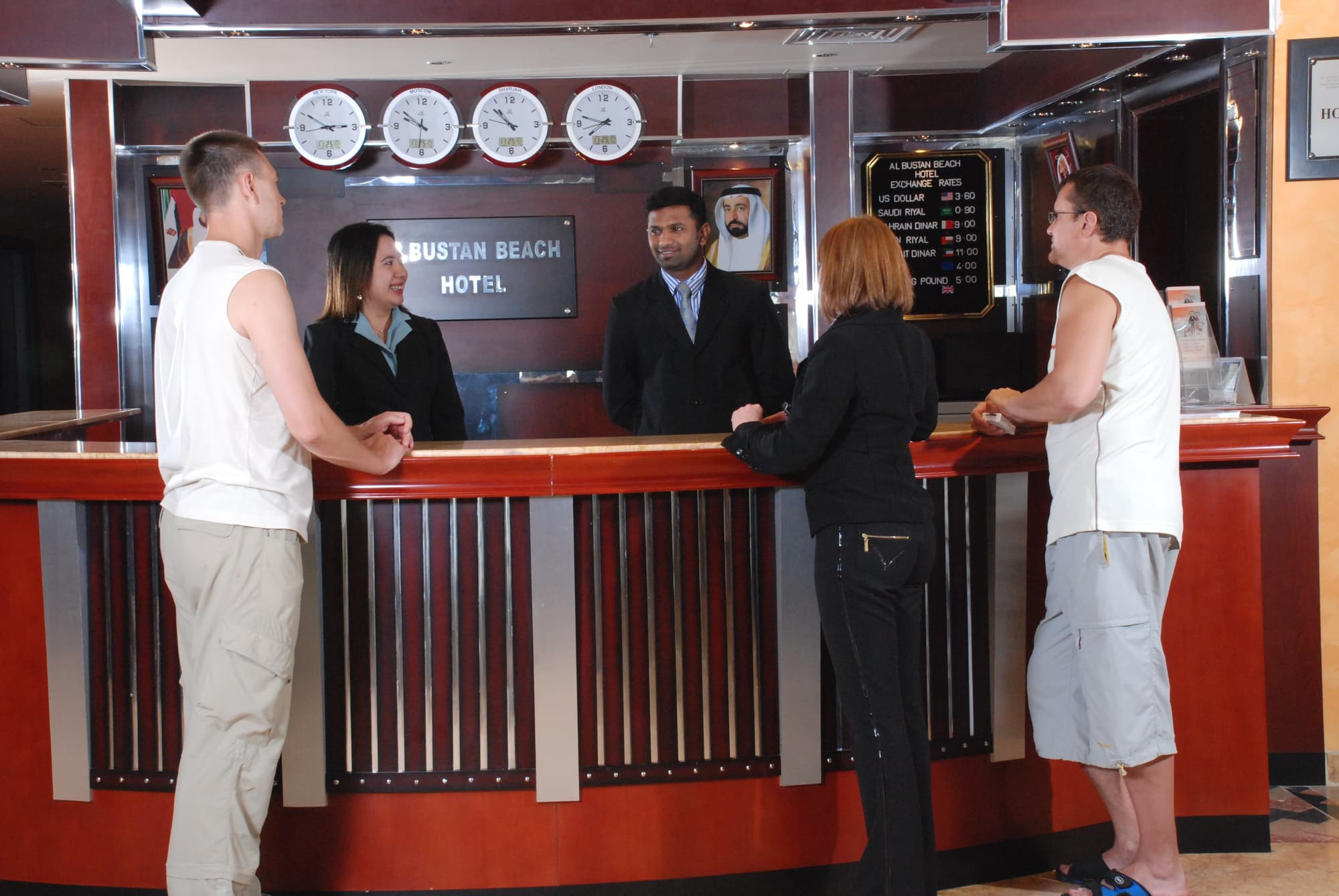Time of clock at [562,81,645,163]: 7:47
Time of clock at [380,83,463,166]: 9:51
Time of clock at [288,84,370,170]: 2:50
